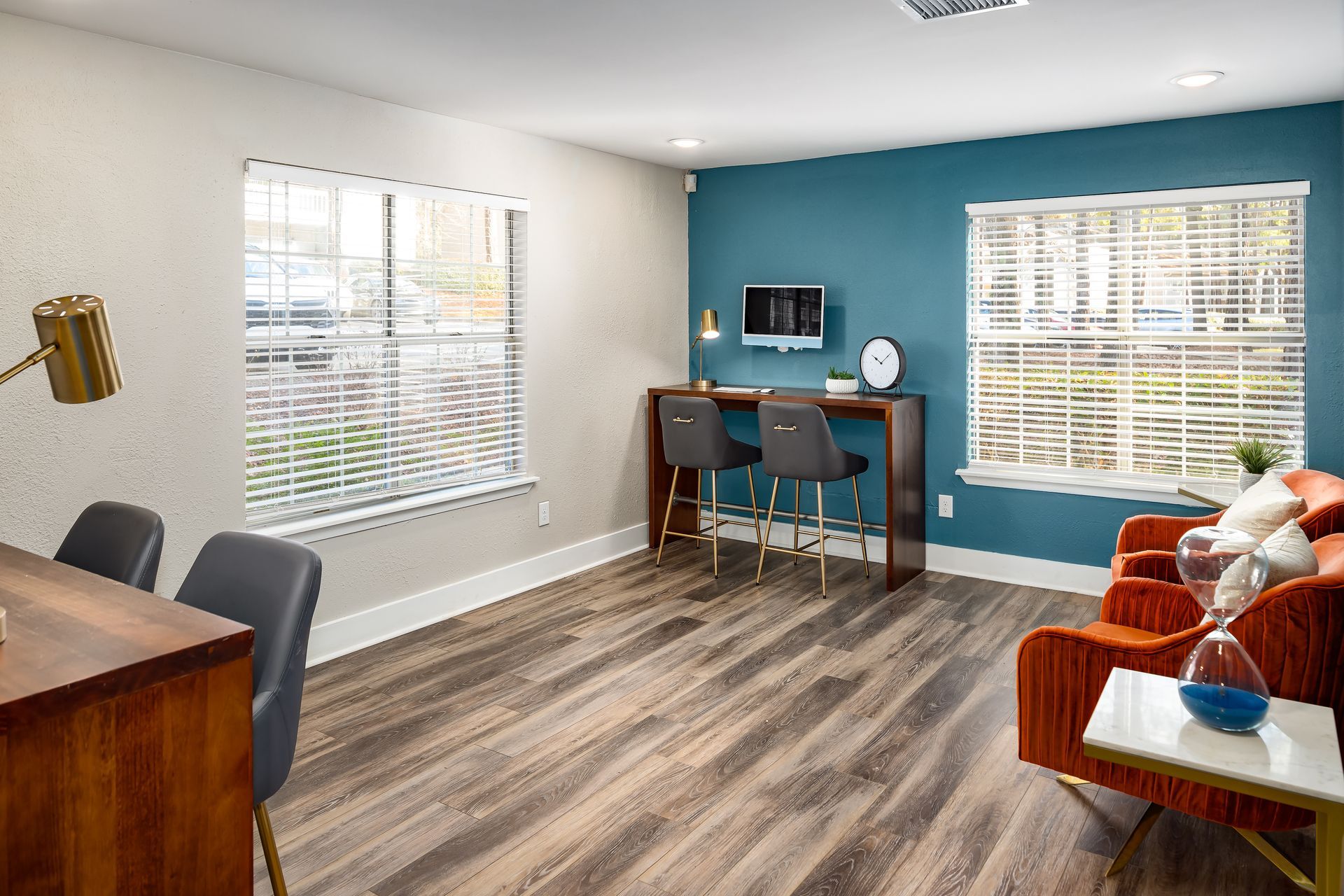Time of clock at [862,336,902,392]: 10:07
